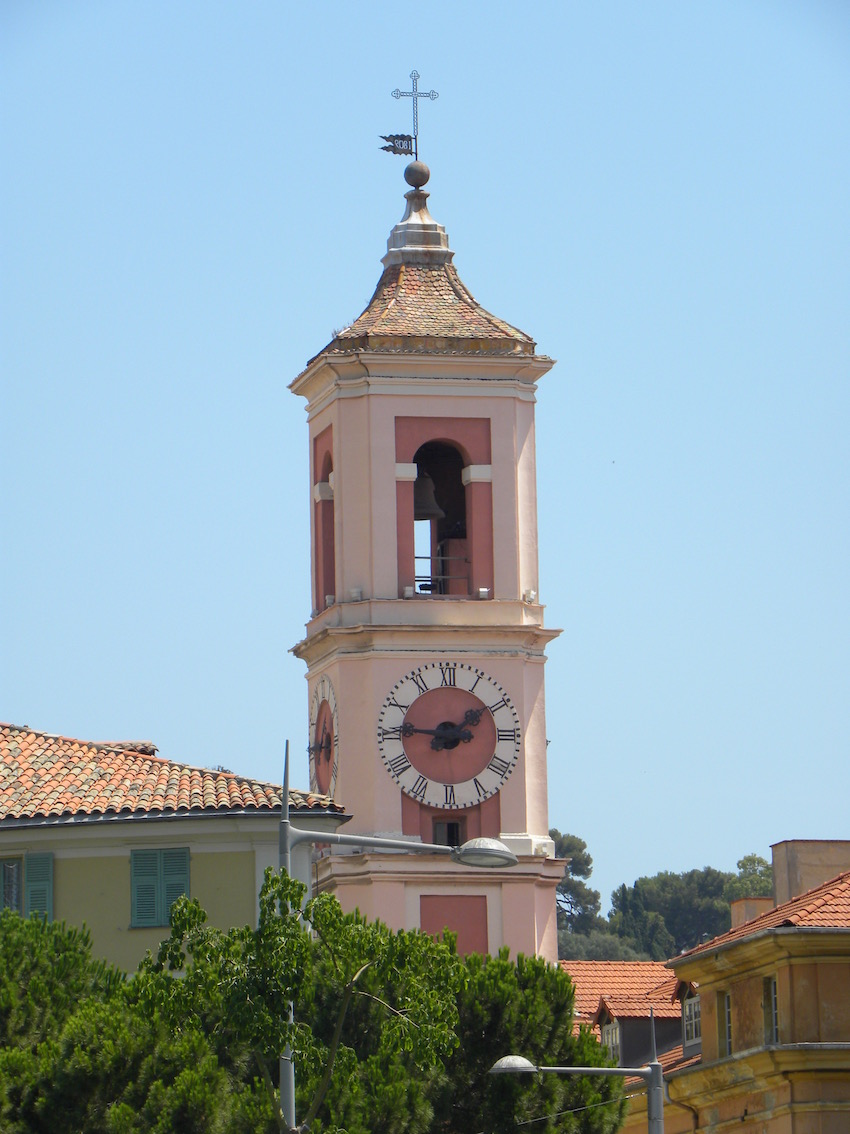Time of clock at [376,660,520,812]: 1:46
